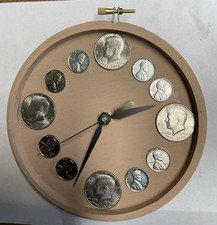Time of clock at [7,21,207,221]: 2:34
